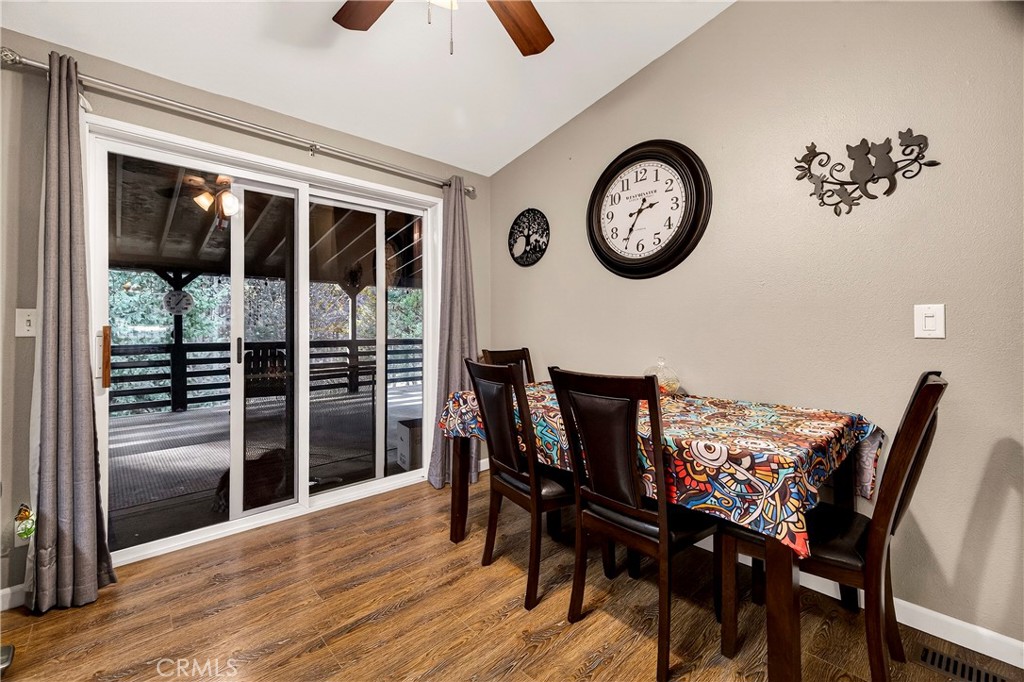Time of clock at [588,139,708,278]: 2:35
